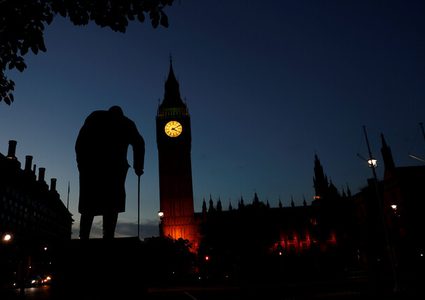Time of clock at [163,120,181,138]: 4:10
